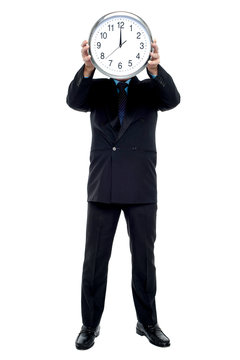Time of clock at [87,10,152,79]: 11:59
